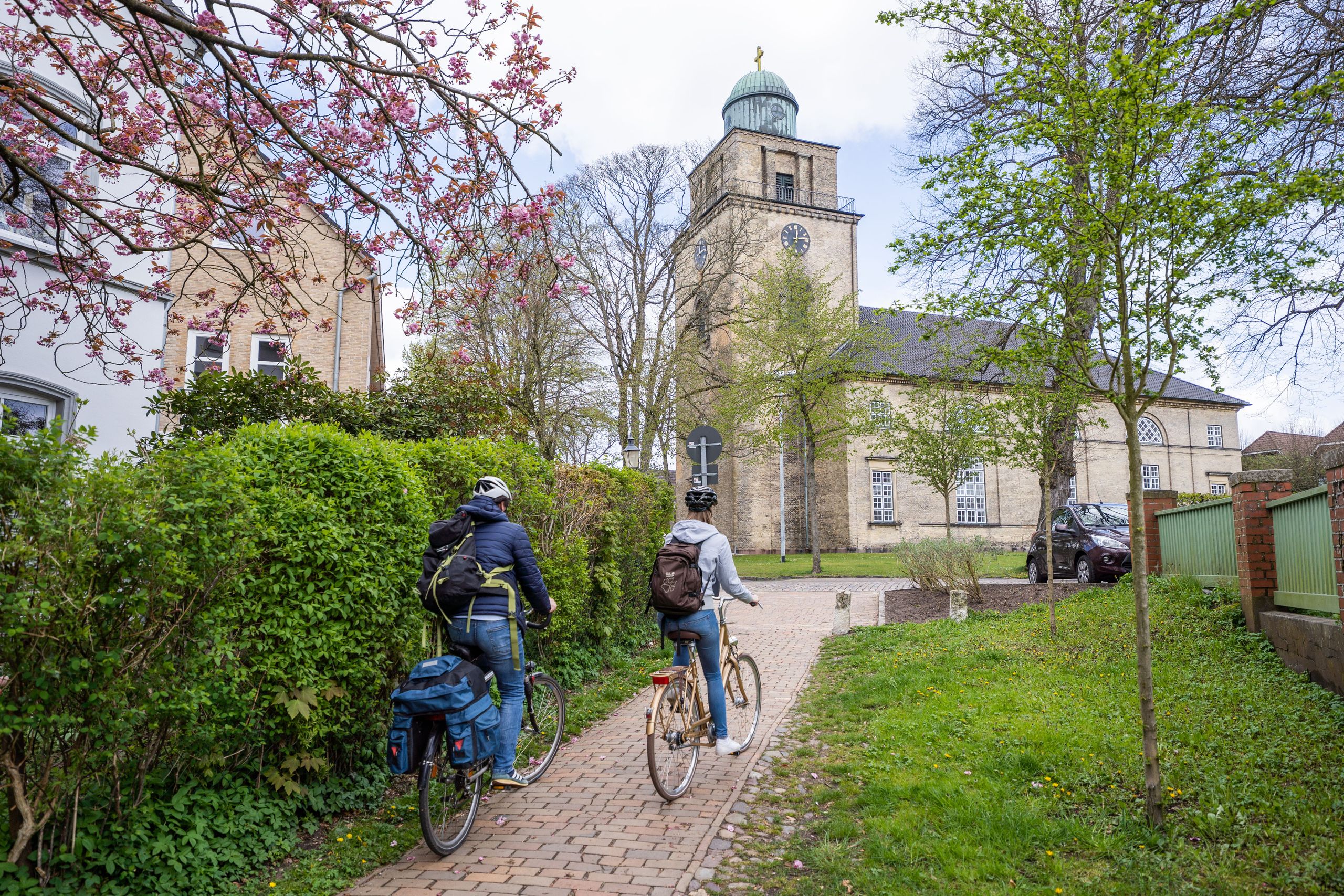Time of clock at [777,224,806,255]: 12:13
